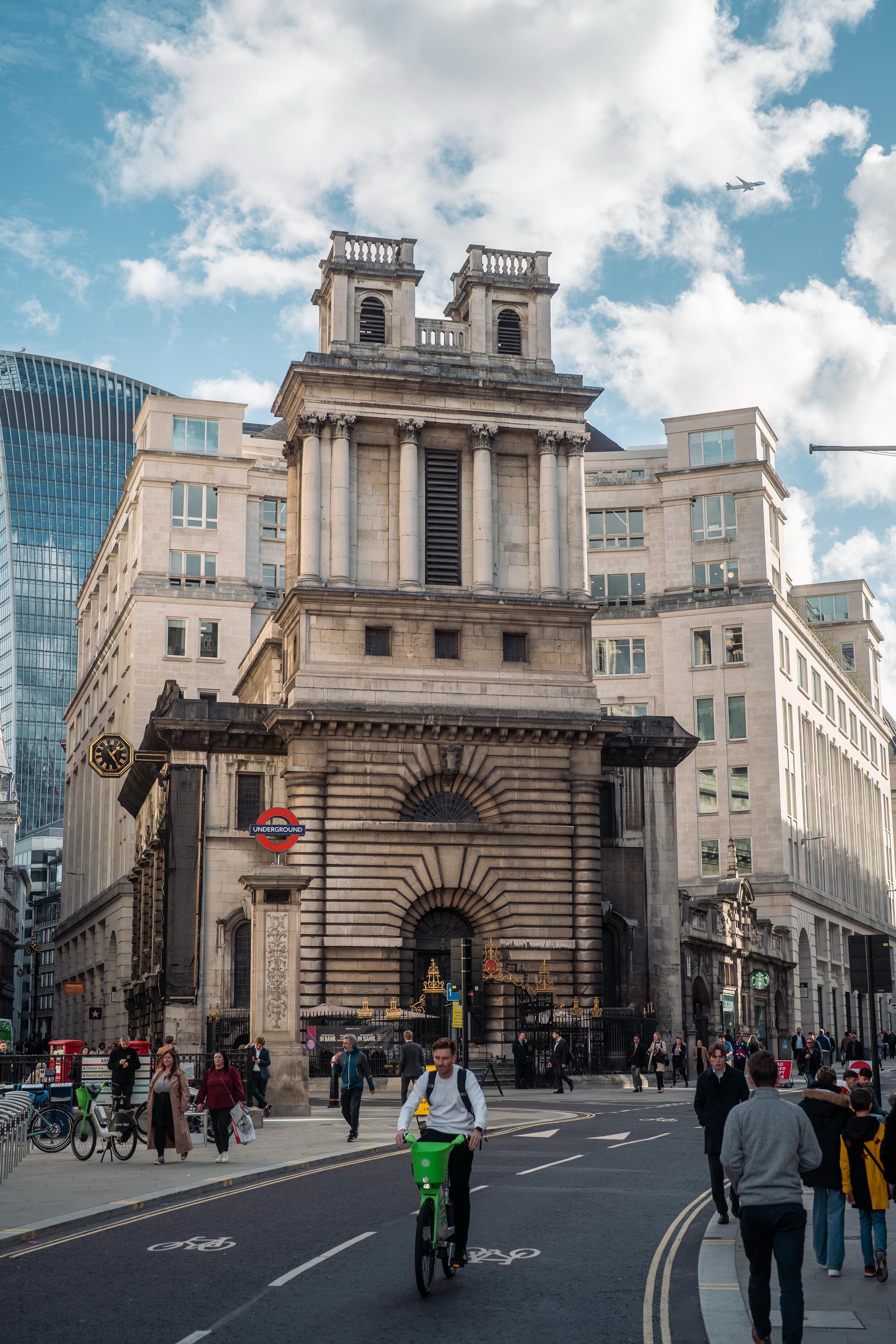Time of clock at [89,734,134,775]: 1:24
